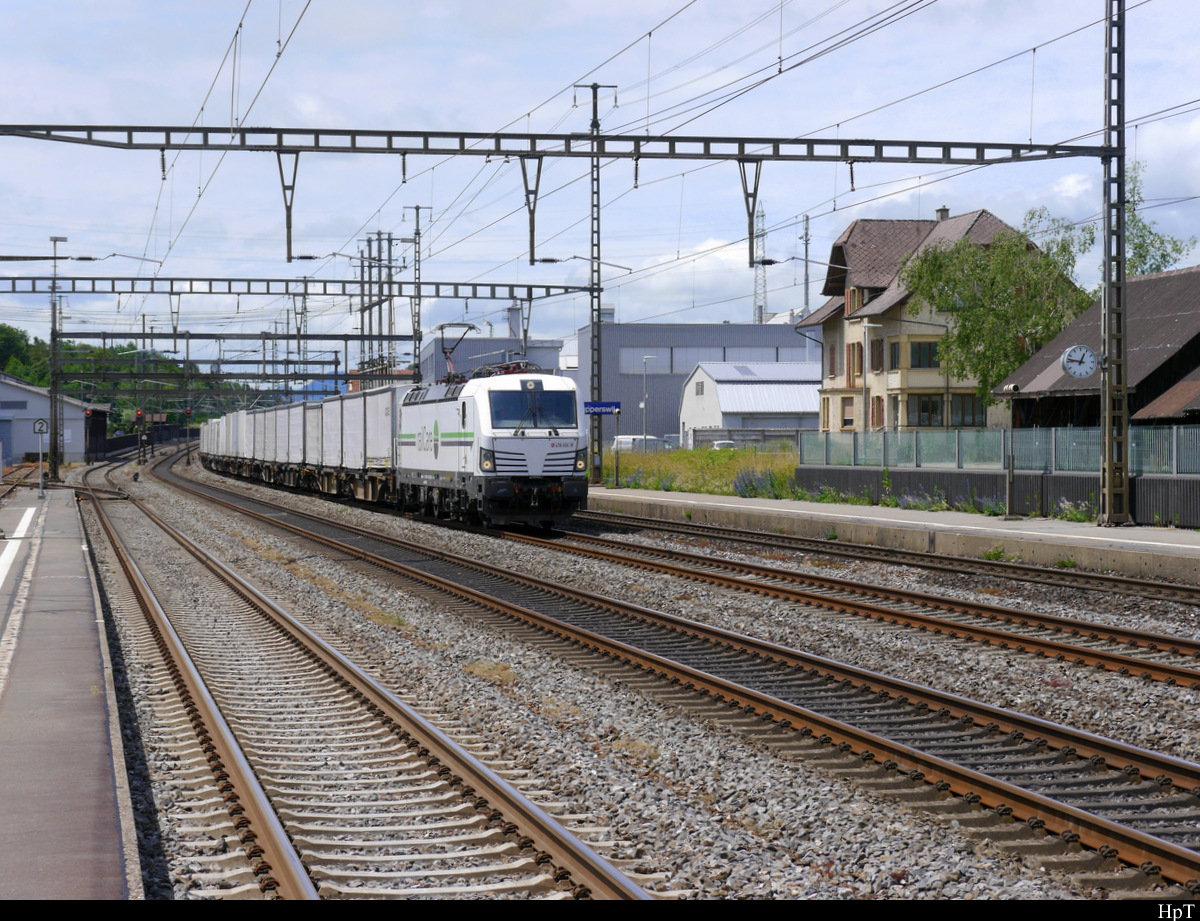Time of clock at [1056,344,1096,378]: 12:46
